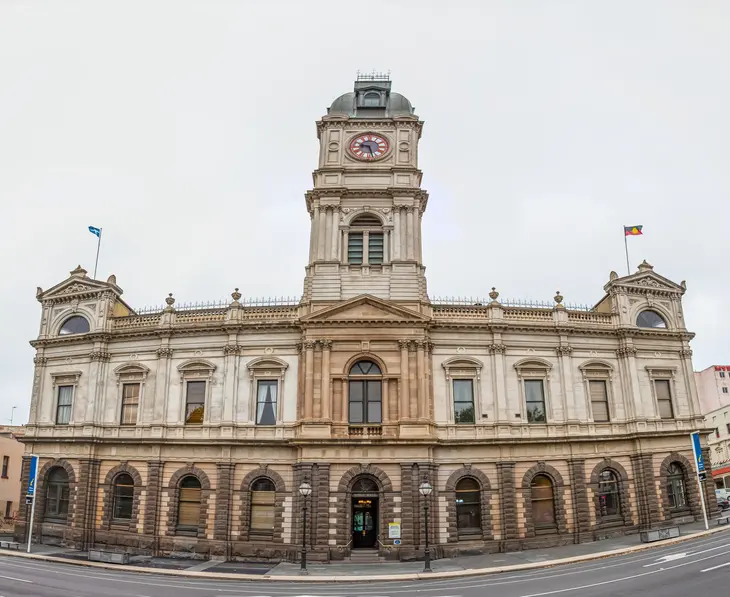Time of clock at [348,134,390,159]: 9:27
